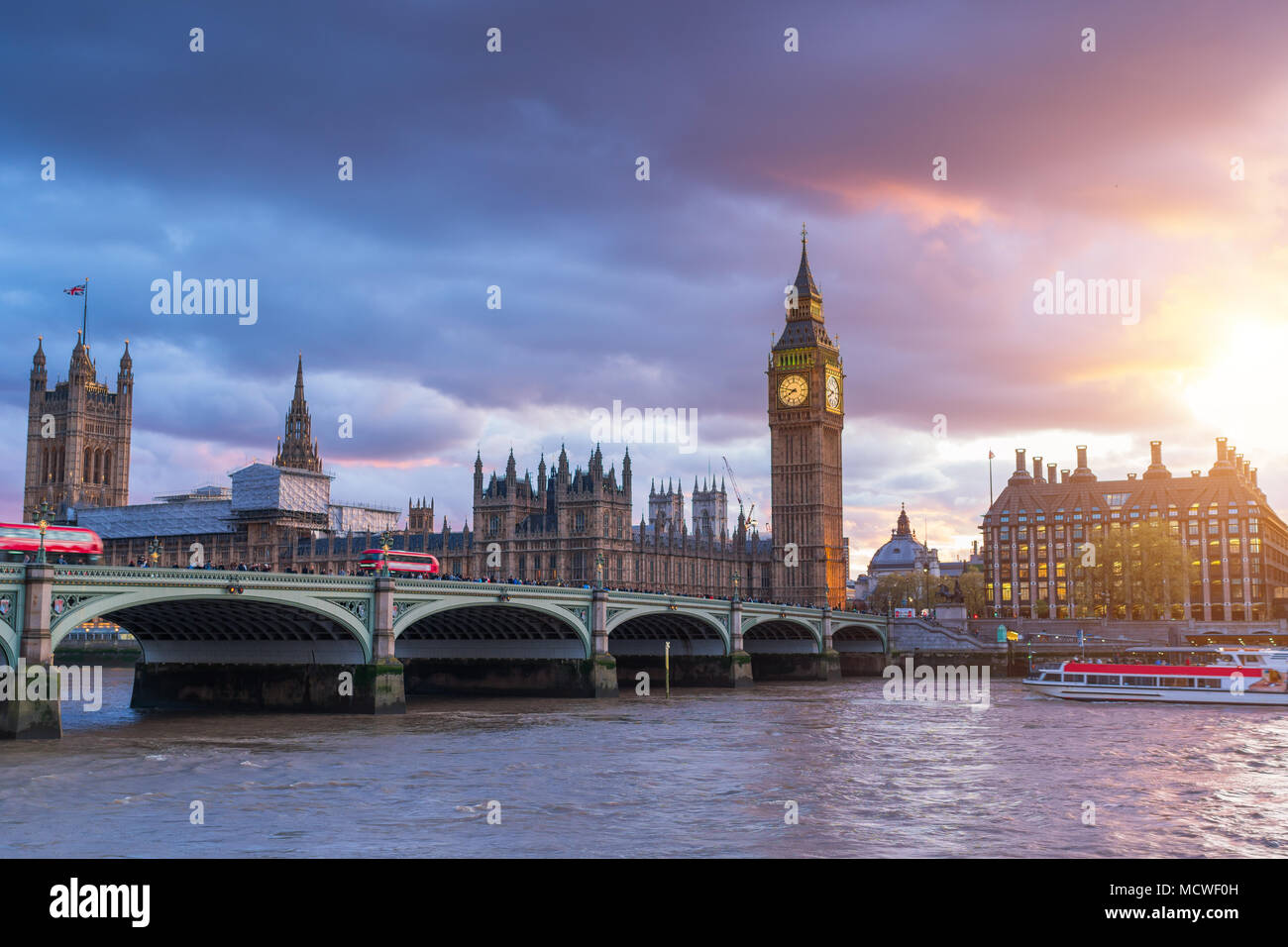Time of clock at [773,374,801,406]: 7:47
